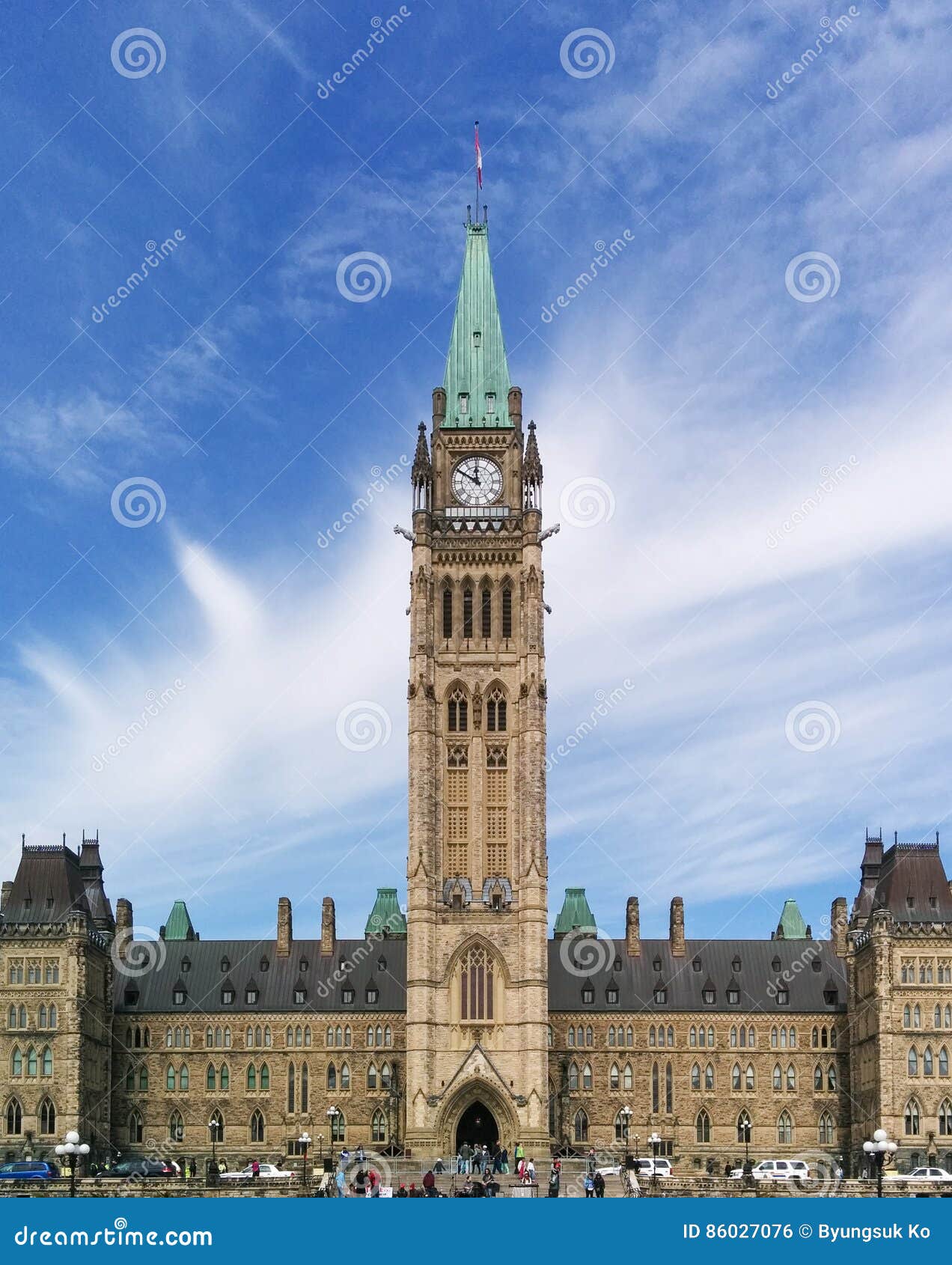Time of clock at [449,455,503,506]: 11:50
